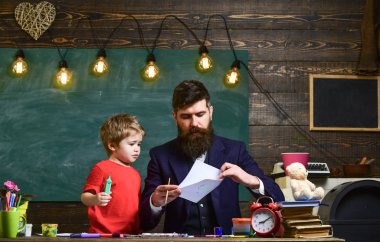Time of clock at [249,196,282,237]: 8:09
